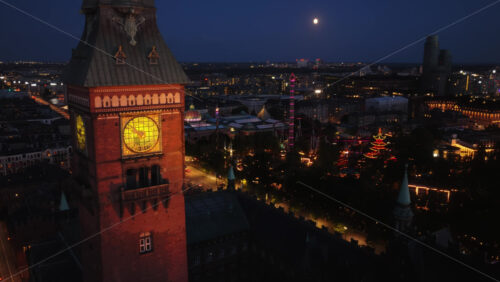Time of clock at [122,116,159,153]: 5:51
